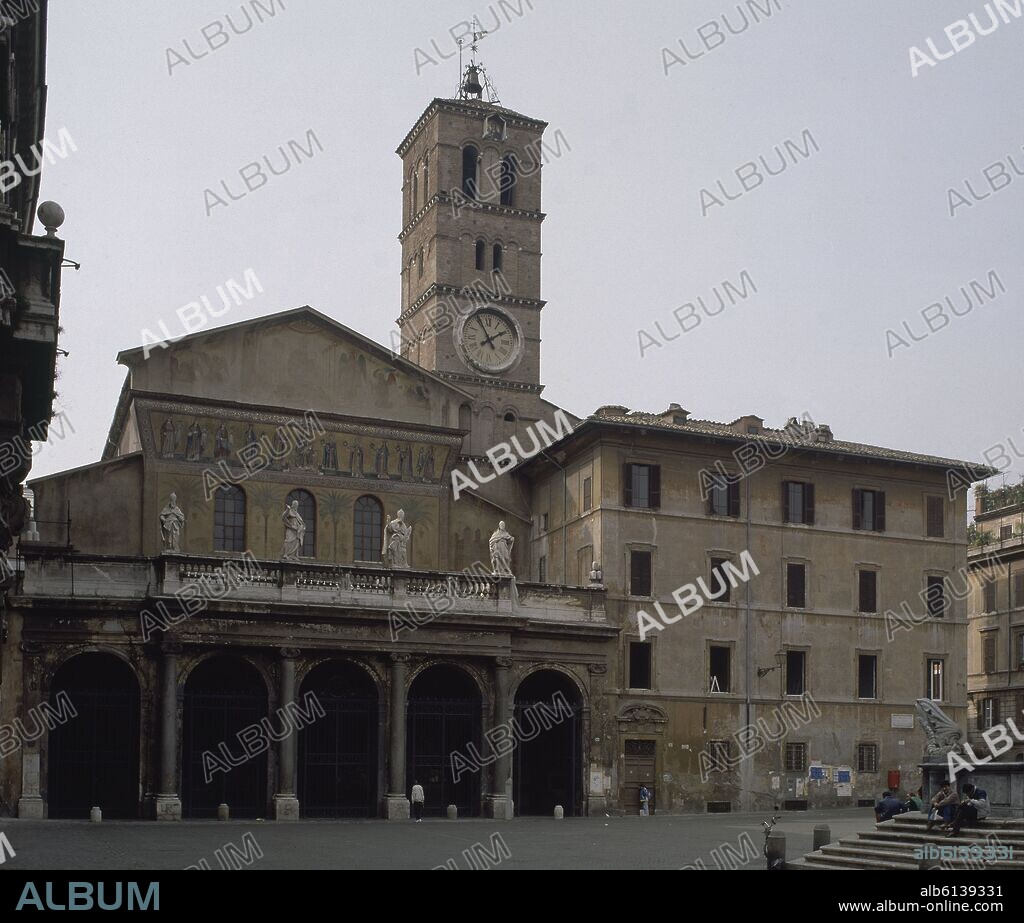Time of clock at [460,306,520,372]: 1:55
